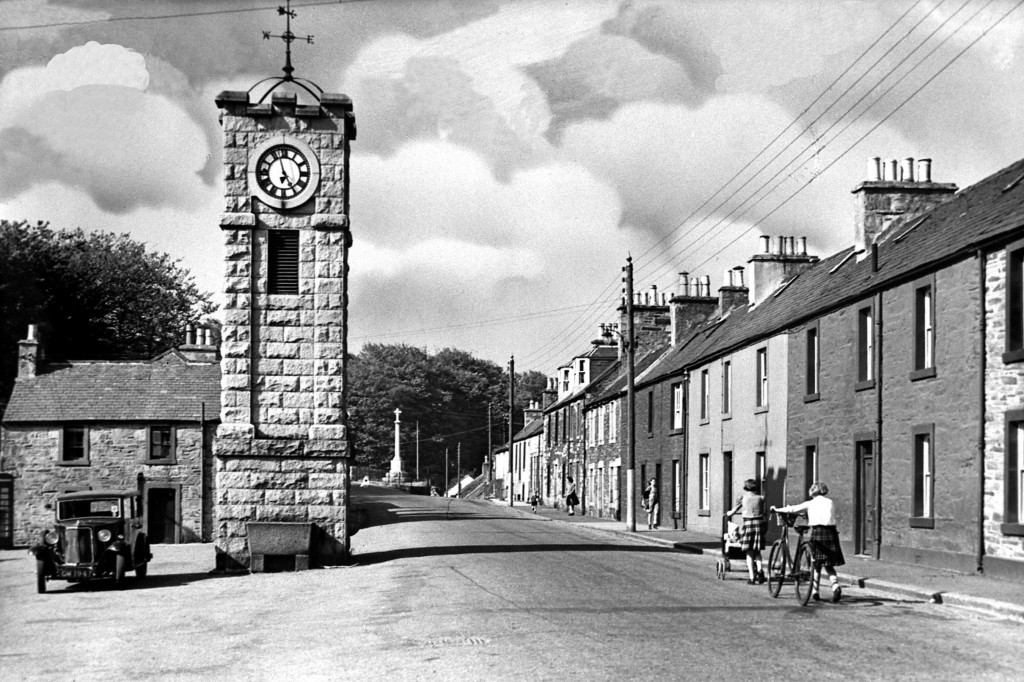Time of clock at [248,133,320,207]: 4:57
